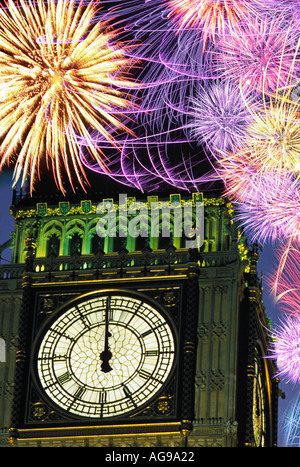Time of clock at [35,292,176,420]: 11:59
